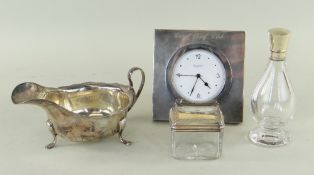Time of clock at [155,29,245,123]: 4:33
